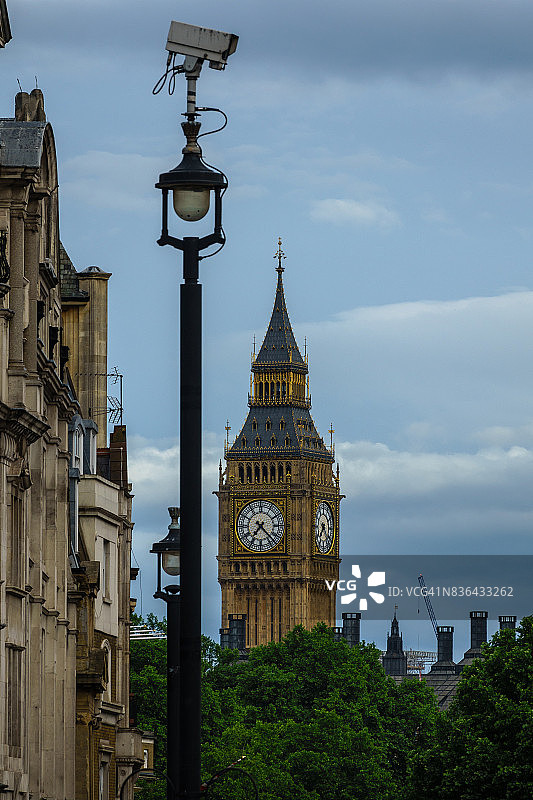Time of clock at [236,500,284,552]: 7:22
